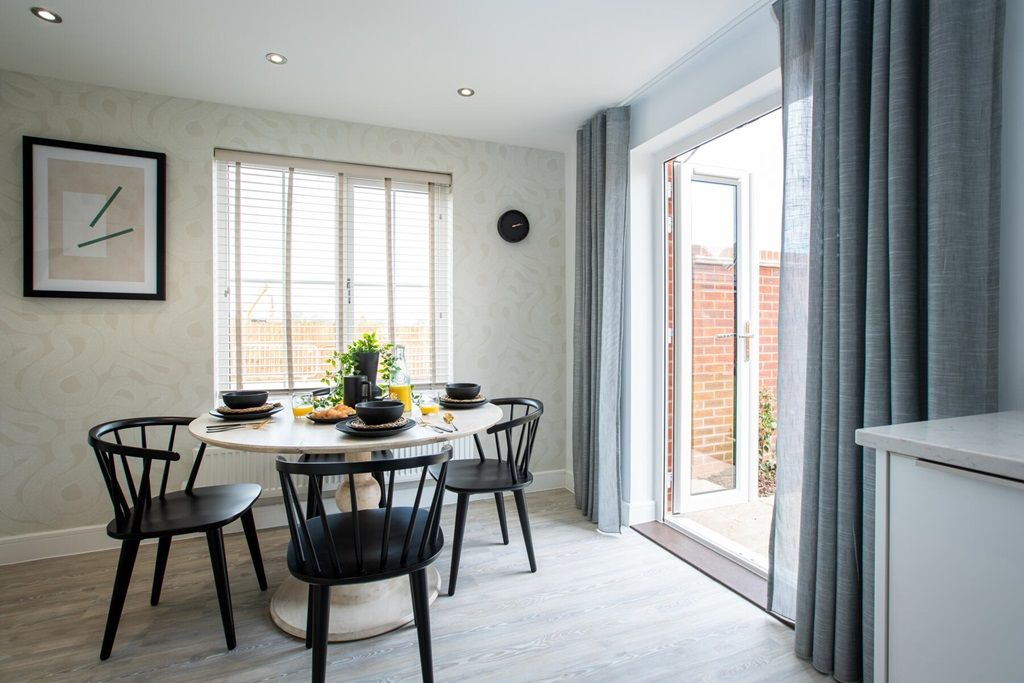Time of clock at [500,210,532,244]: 2:12
